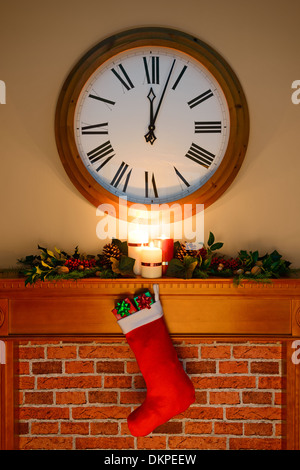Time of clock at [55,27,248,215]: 12:03
